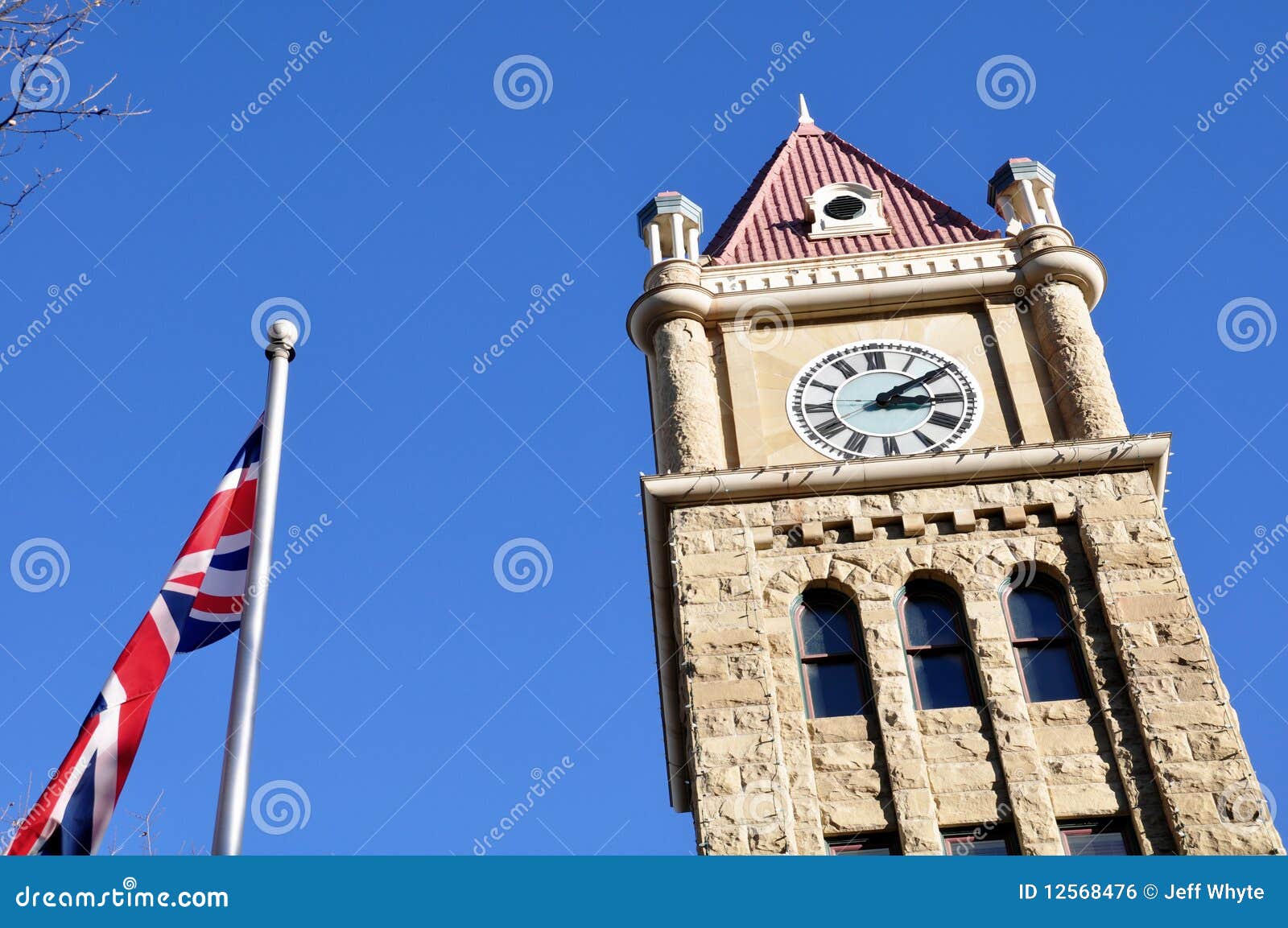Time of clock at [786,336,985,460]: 3:09
